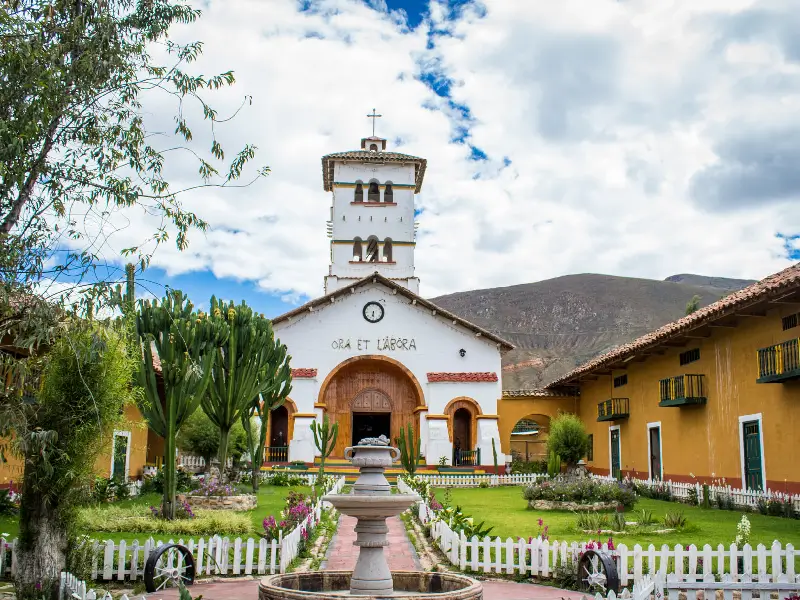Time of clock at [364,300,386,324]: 6:29
